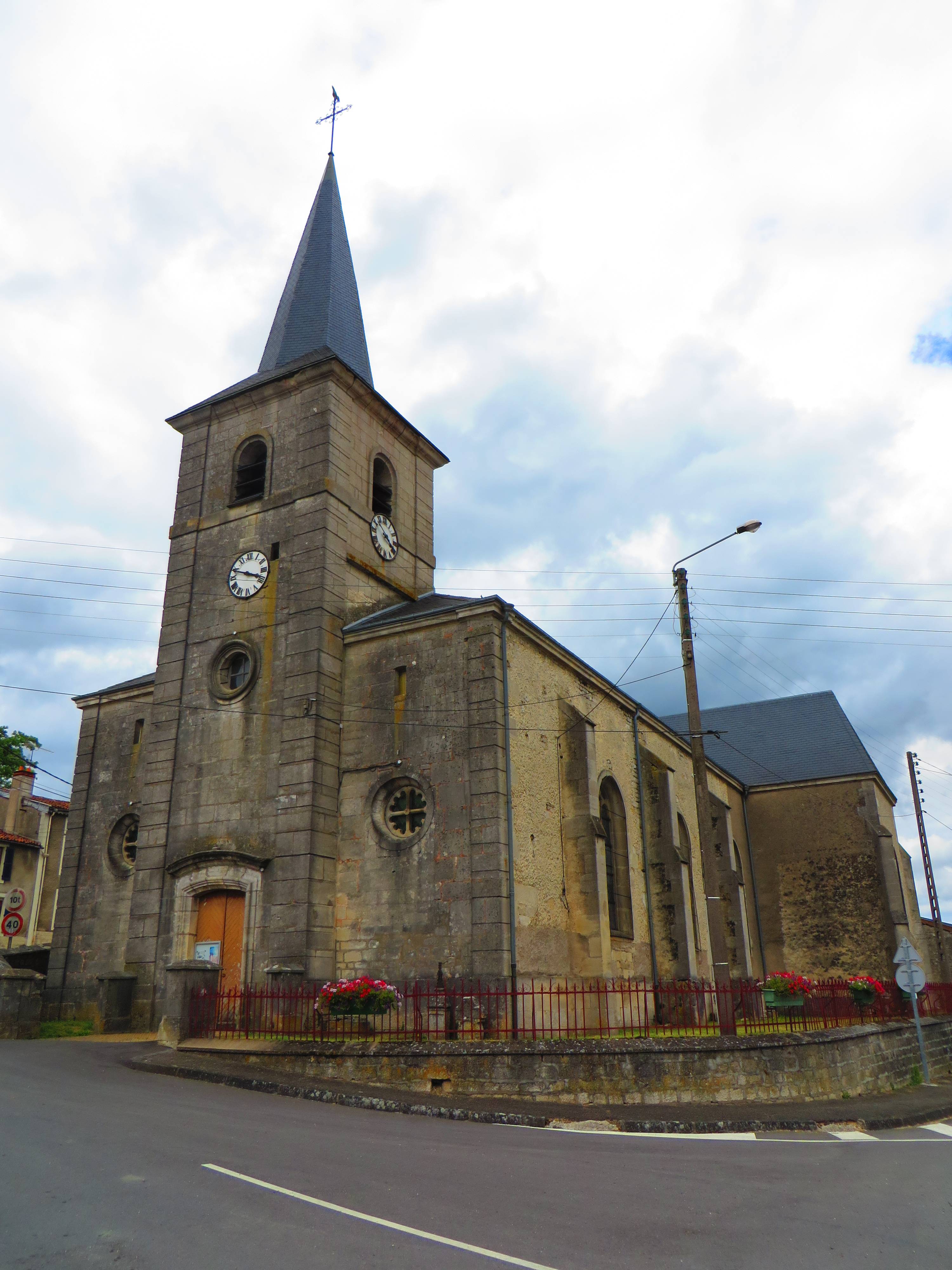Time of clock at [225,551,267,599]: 3:48
